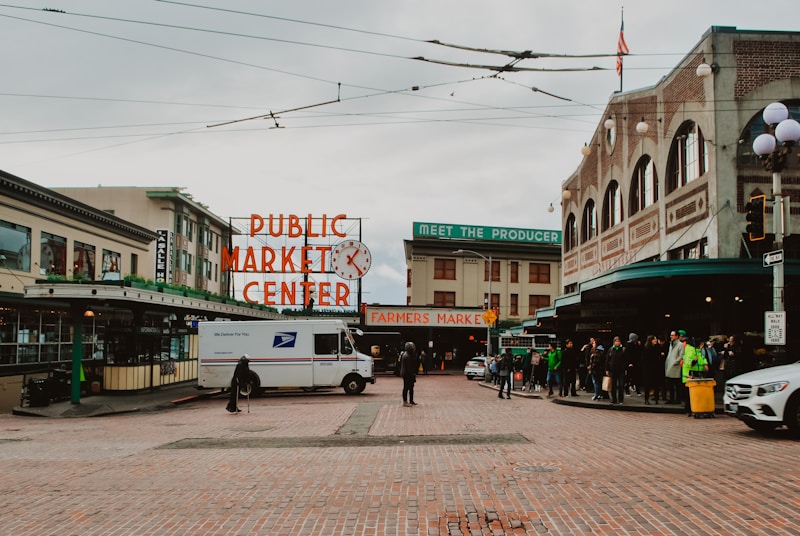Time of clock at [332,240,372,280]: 1:23
